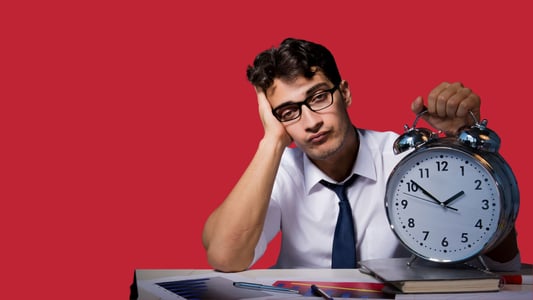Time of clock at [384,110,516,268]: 1:51
